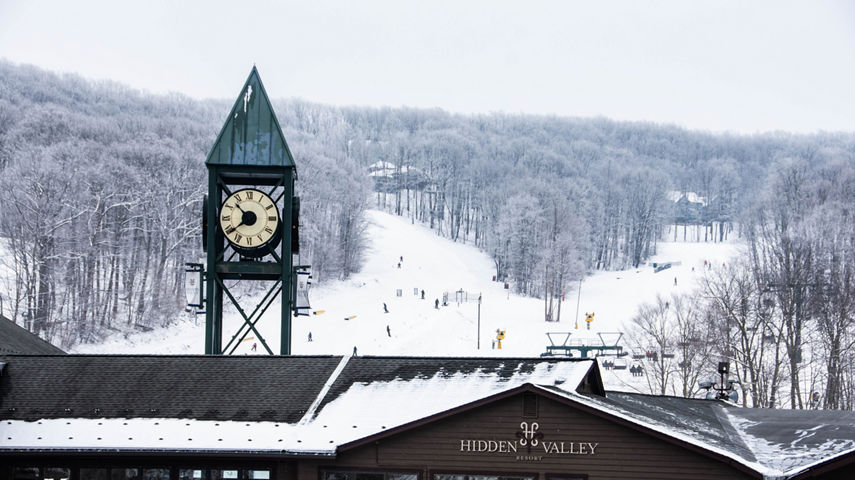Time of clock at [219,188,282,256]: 10:38
